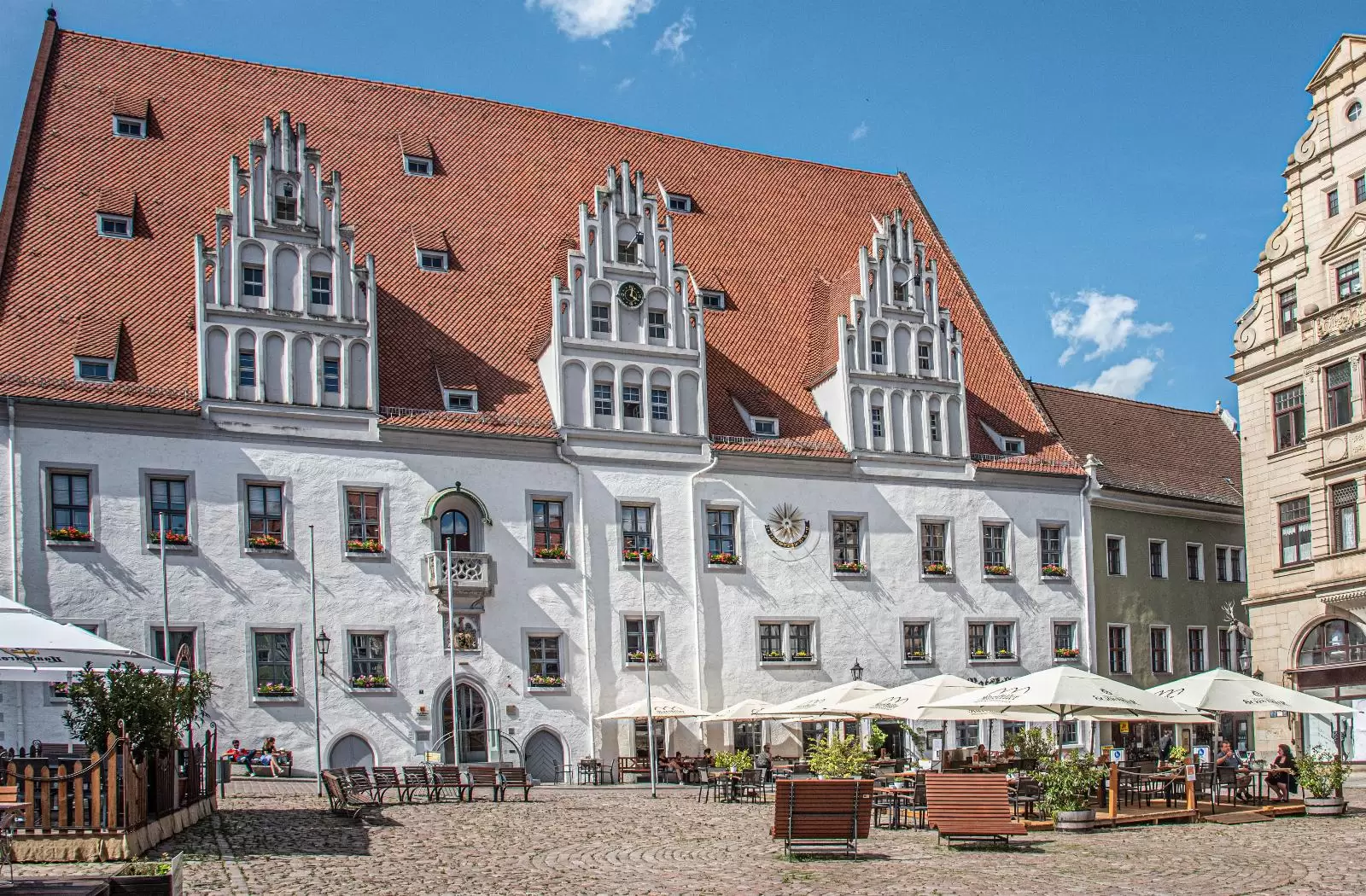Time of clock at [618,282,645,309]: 4:01
